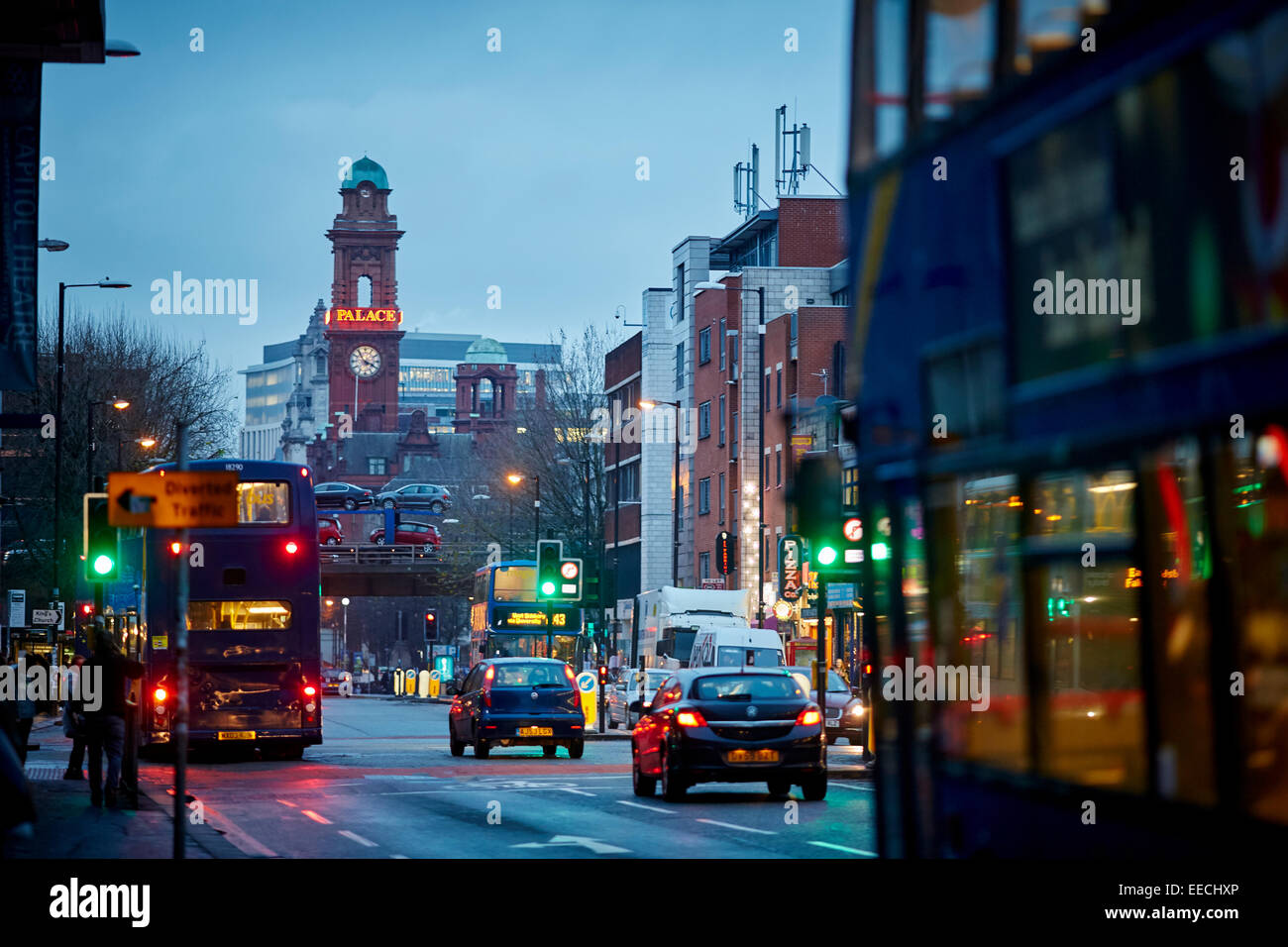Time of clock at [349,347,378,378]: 3:54
